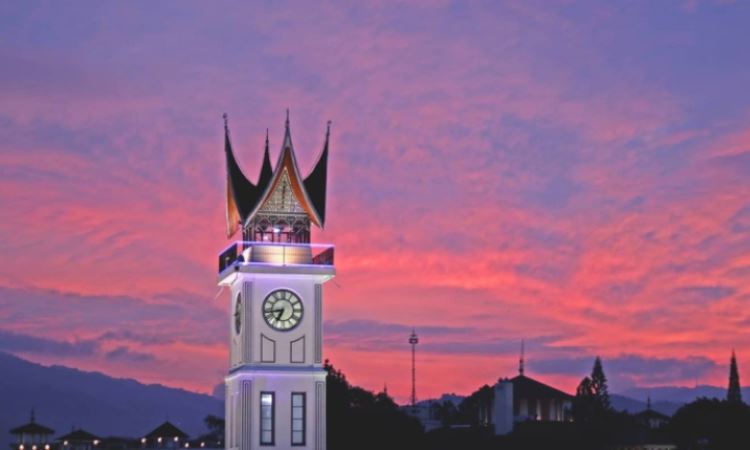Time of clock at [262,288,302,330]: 6:43
